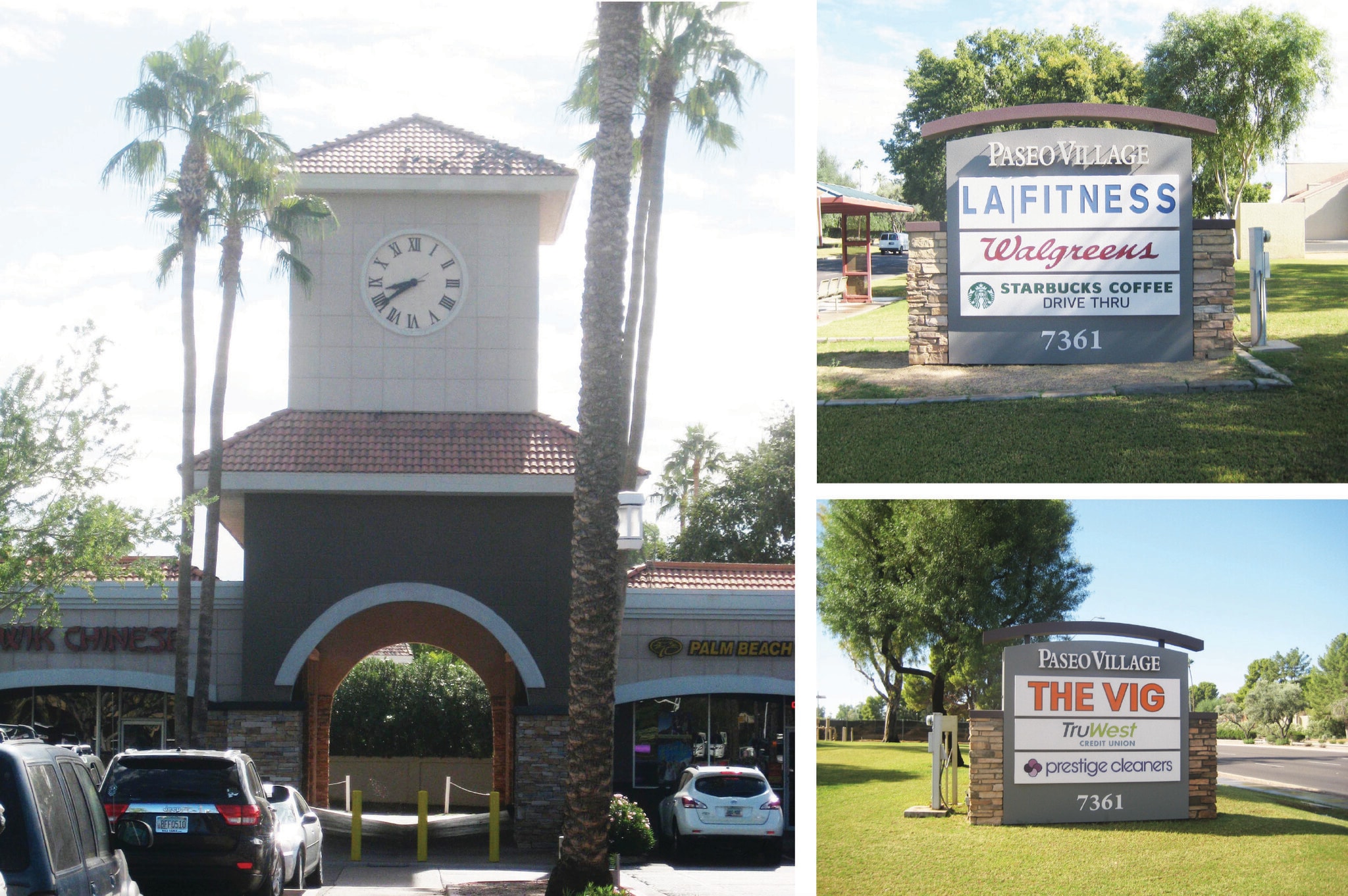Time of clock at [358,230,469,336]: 8:38
